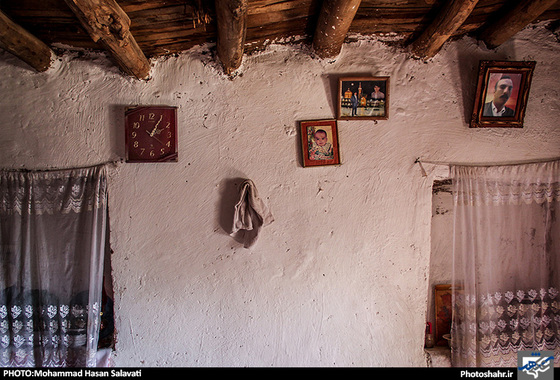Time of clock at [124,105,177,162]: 2:05
